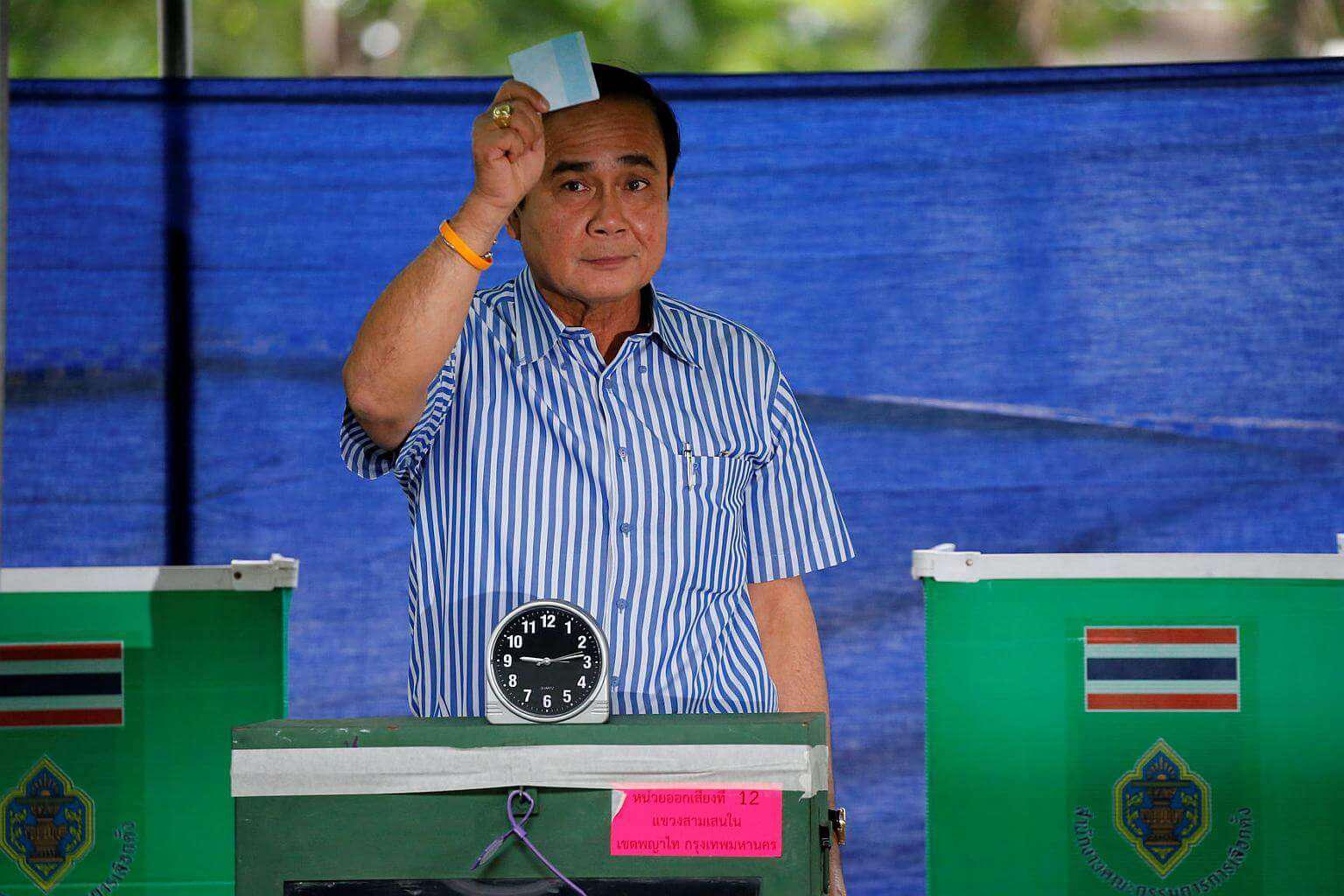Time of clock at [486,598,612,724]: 9:13
